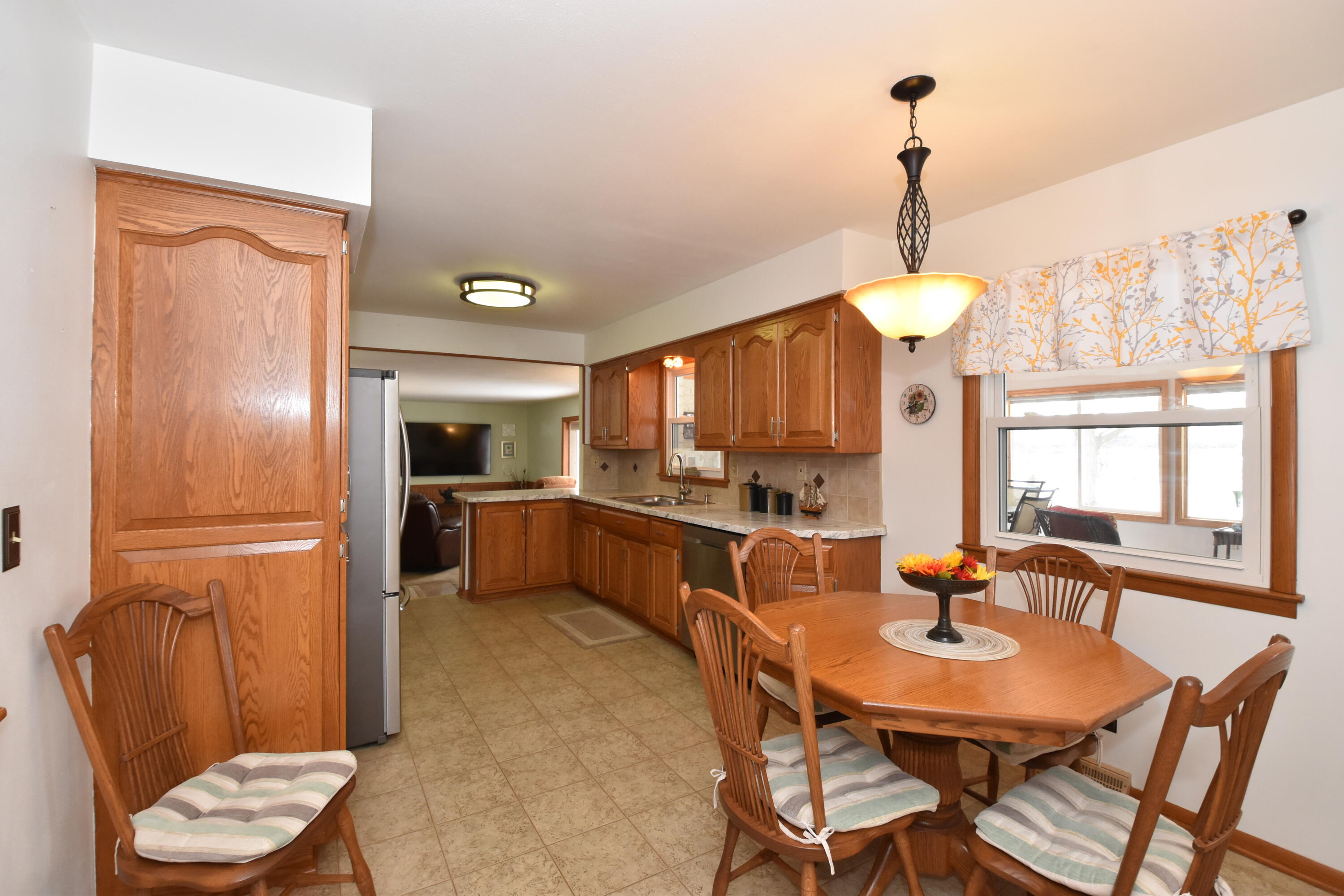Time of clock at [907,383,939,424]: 11:41
